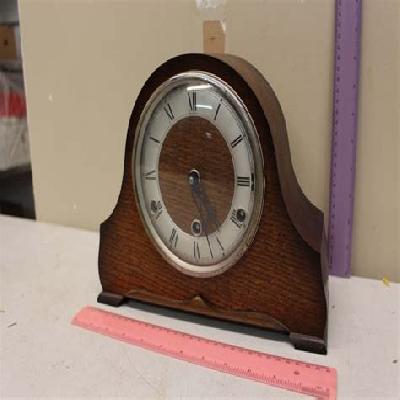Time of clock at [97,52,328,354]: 5:15
